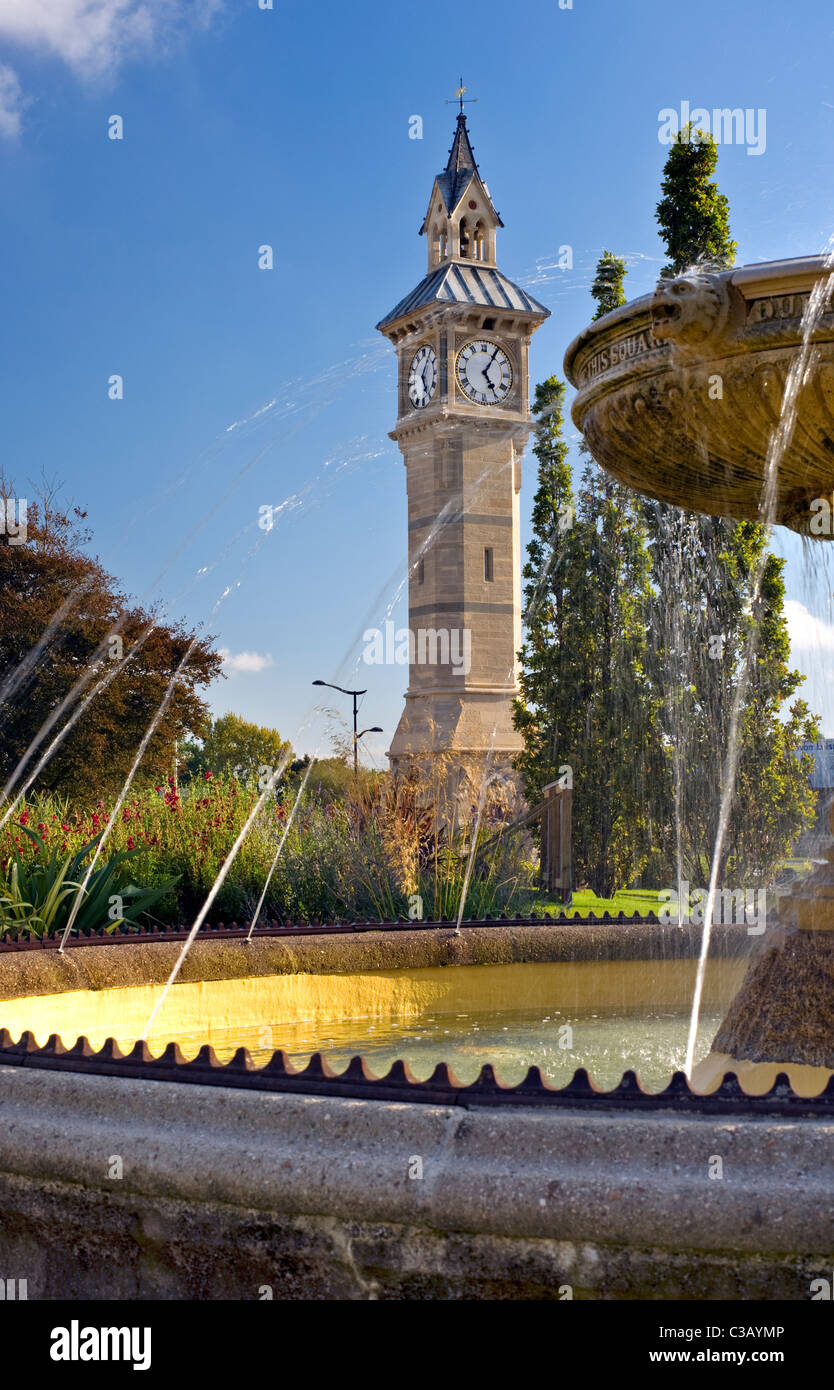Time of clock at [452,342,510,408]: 5:05
